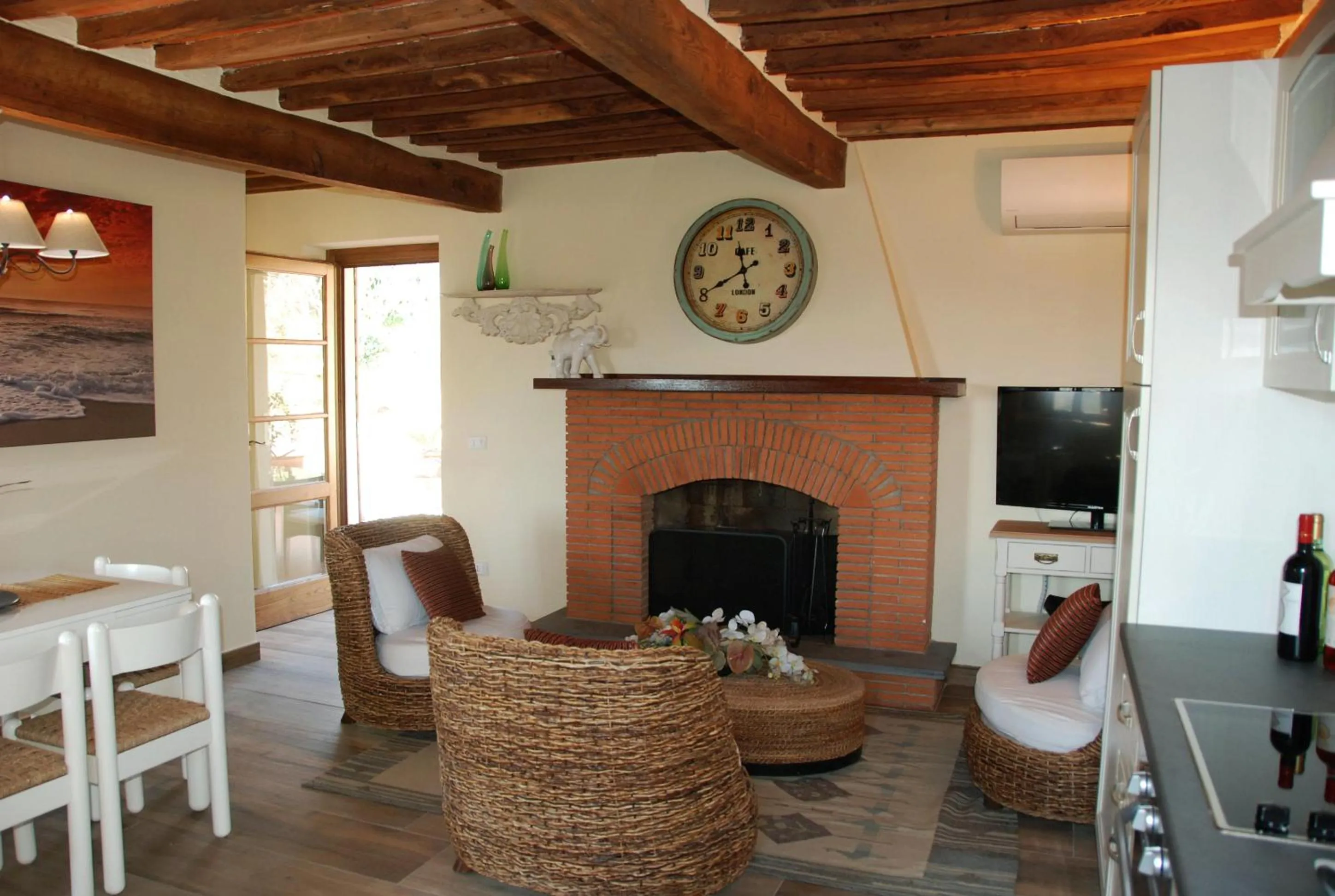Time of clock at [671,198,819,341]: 11:40
